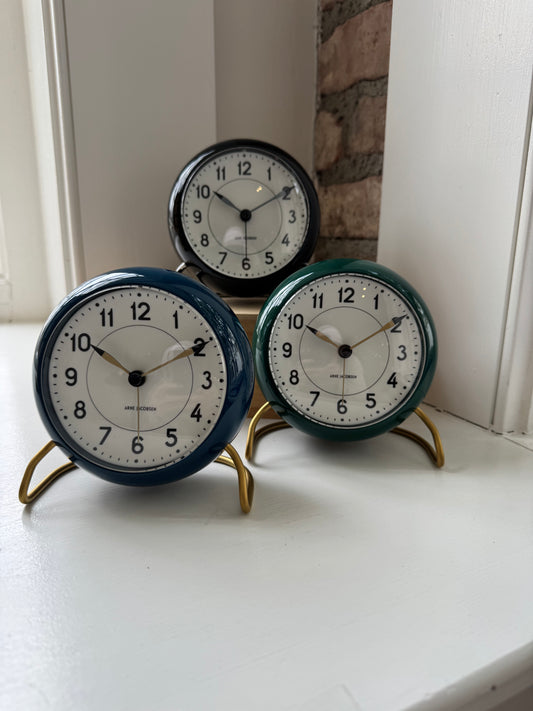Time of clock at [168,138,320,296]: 10:09
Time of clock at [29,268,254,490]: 10:10
